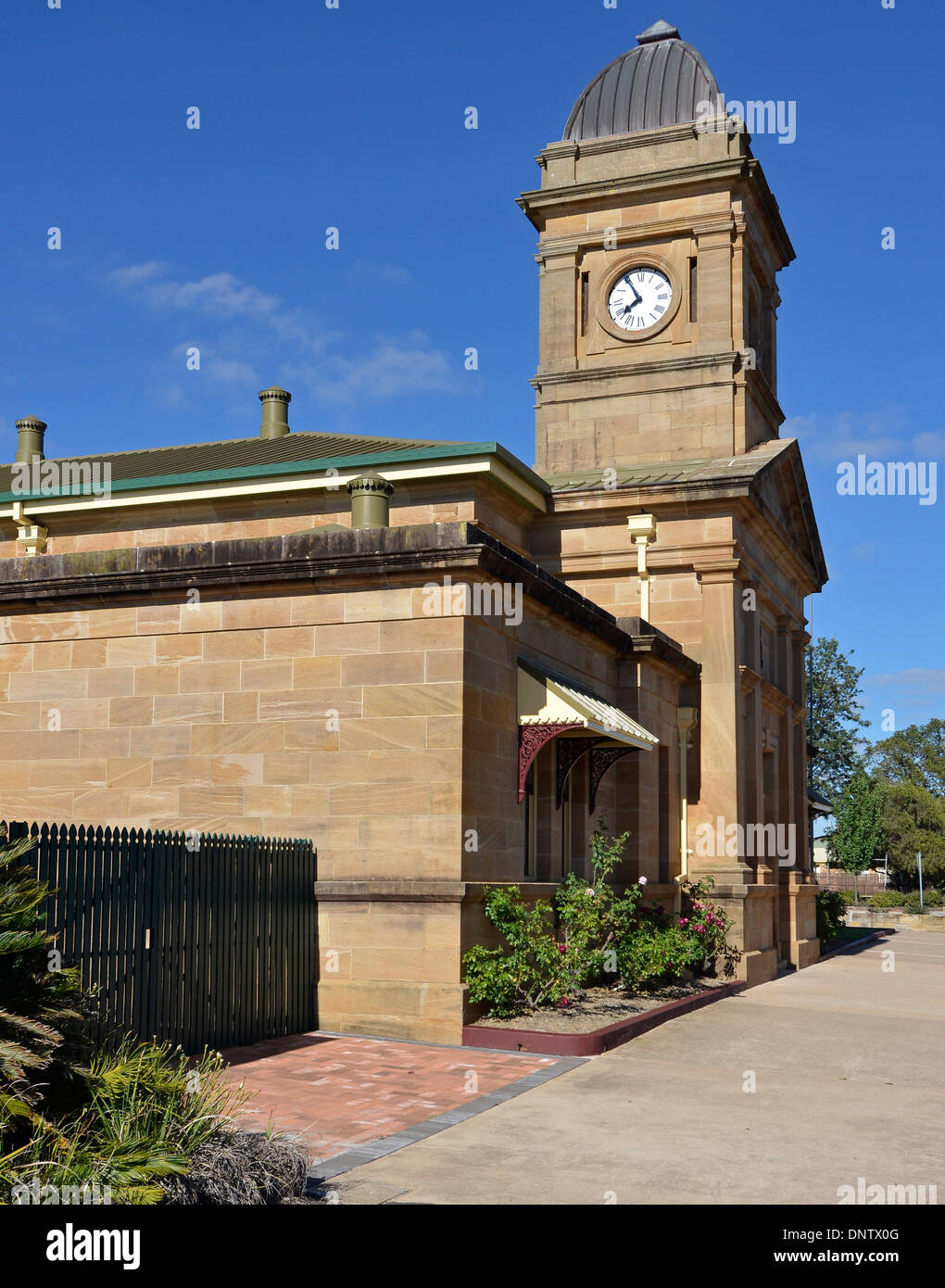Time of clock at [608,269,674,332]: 7:54
